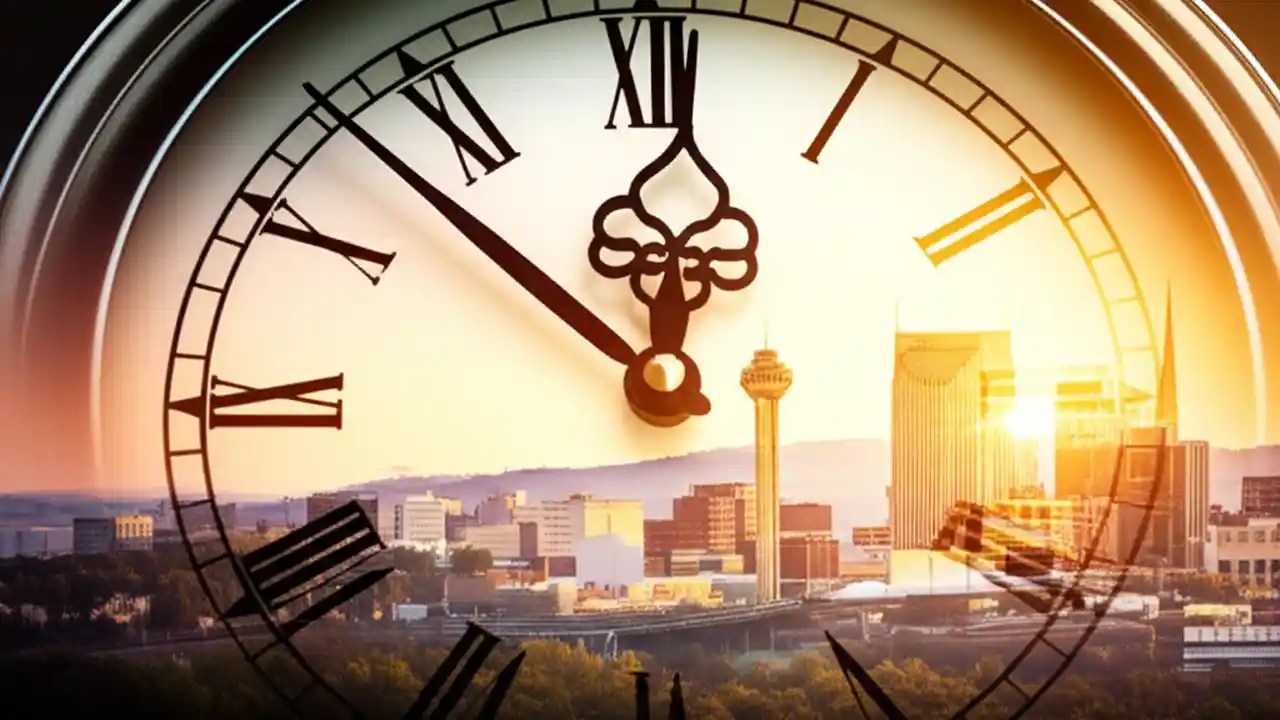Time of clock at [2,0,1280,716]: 11:52
